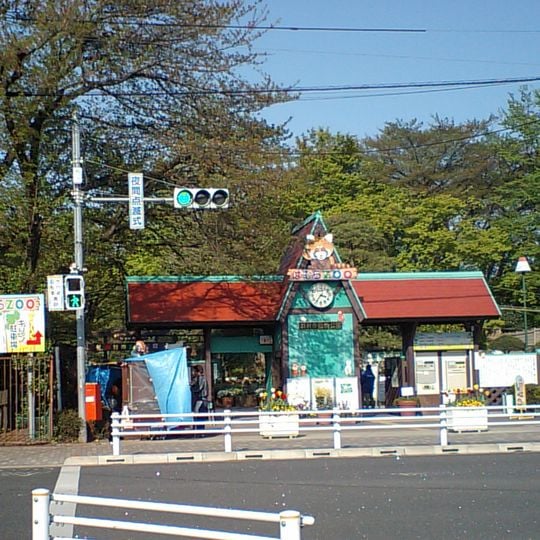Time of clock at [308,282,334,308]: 3:35
